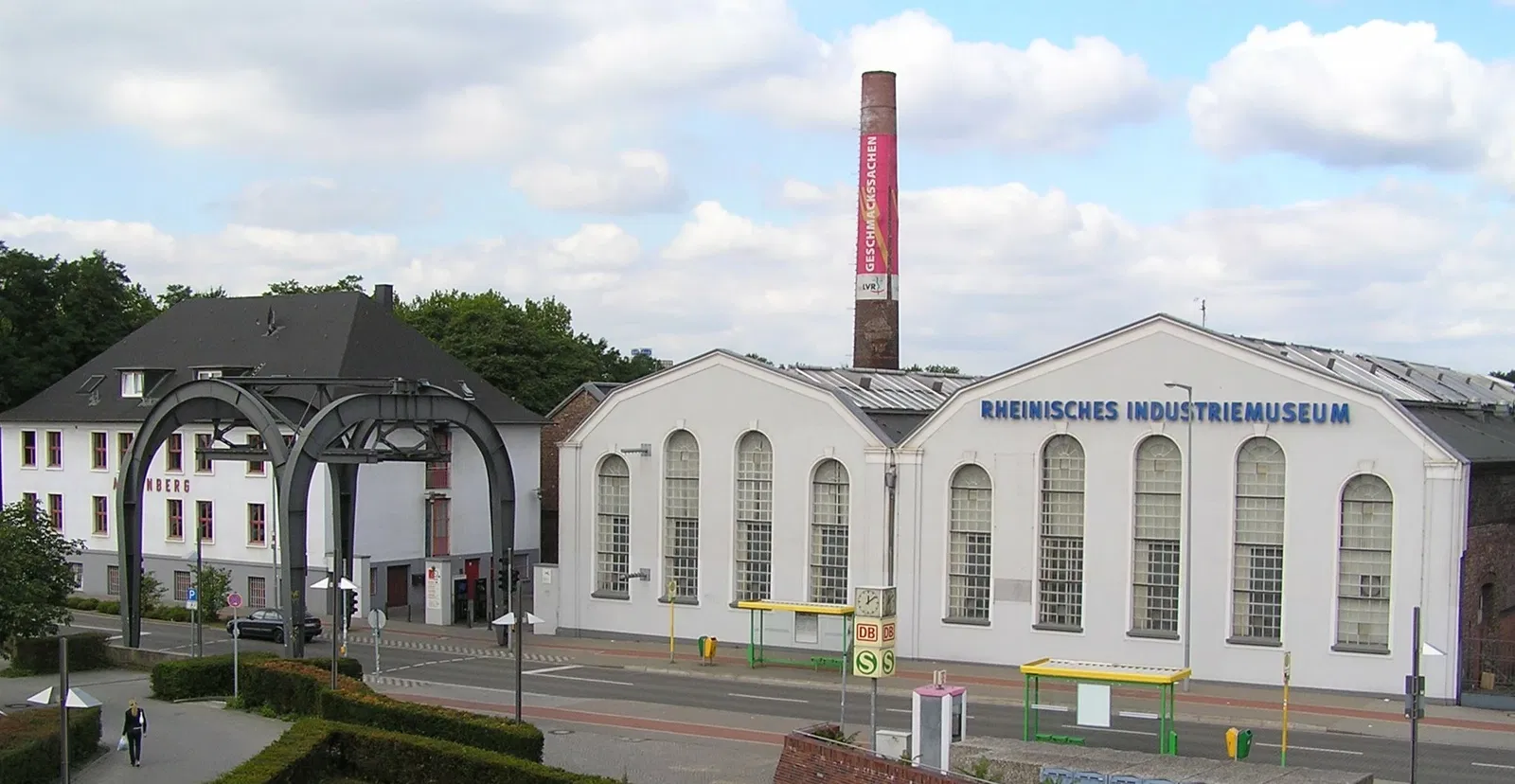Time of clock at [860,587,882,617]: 12:08
